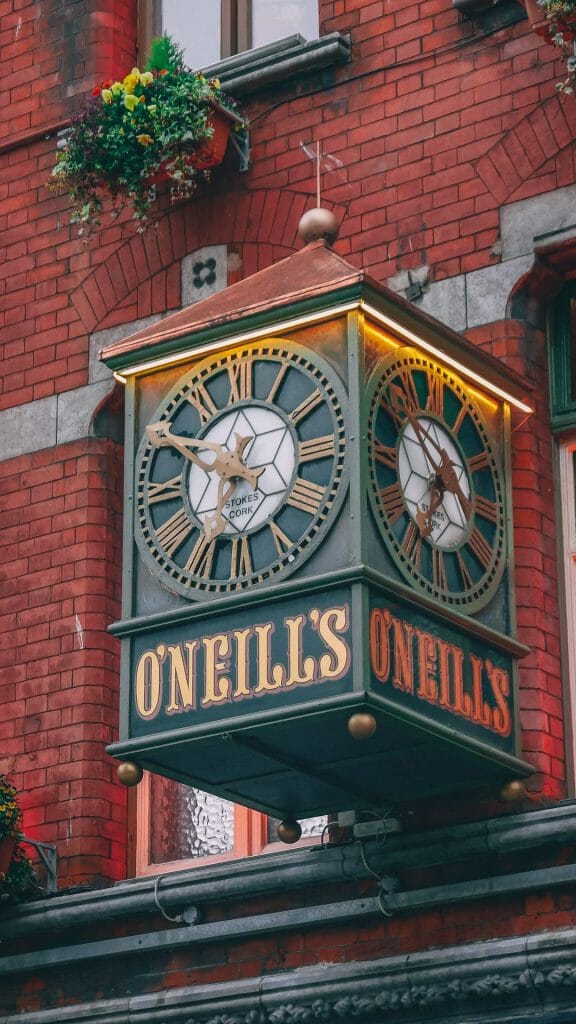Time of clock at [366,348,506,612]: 10:34
